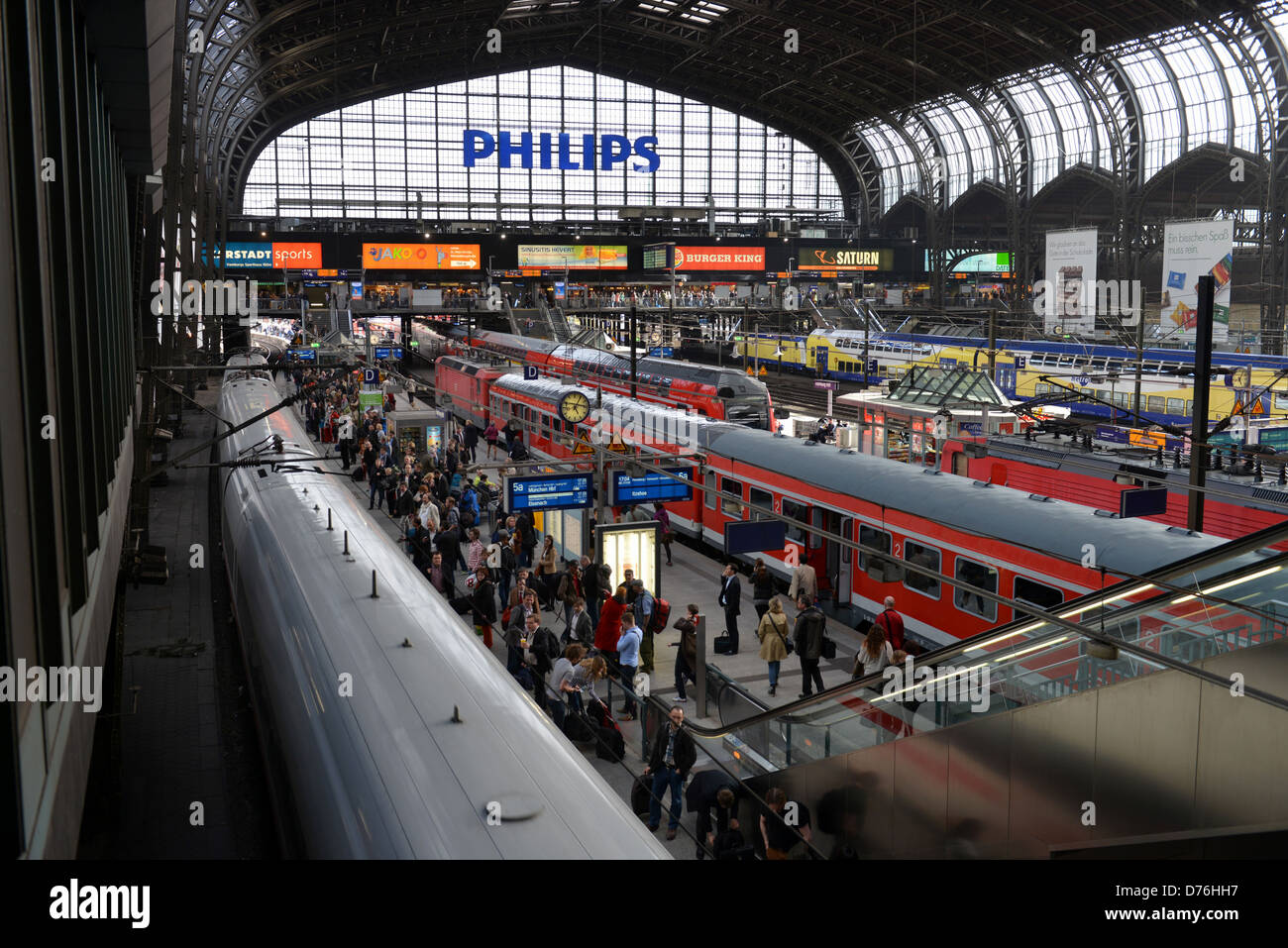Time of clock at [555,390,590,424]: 5:04
